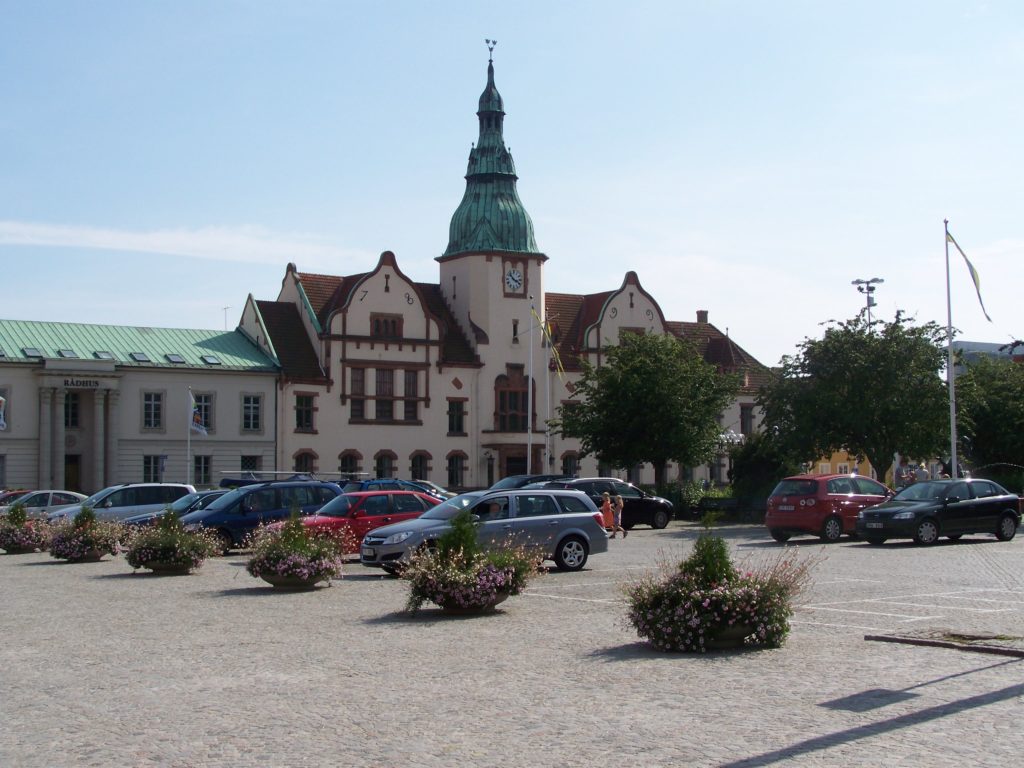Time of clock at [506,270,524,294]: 3:51
